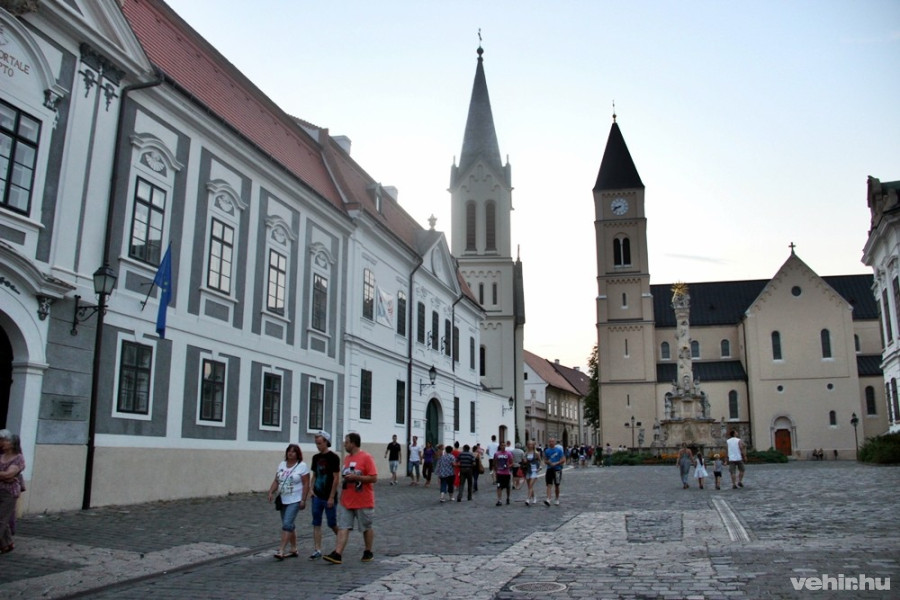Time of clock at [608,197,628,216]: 8:40
